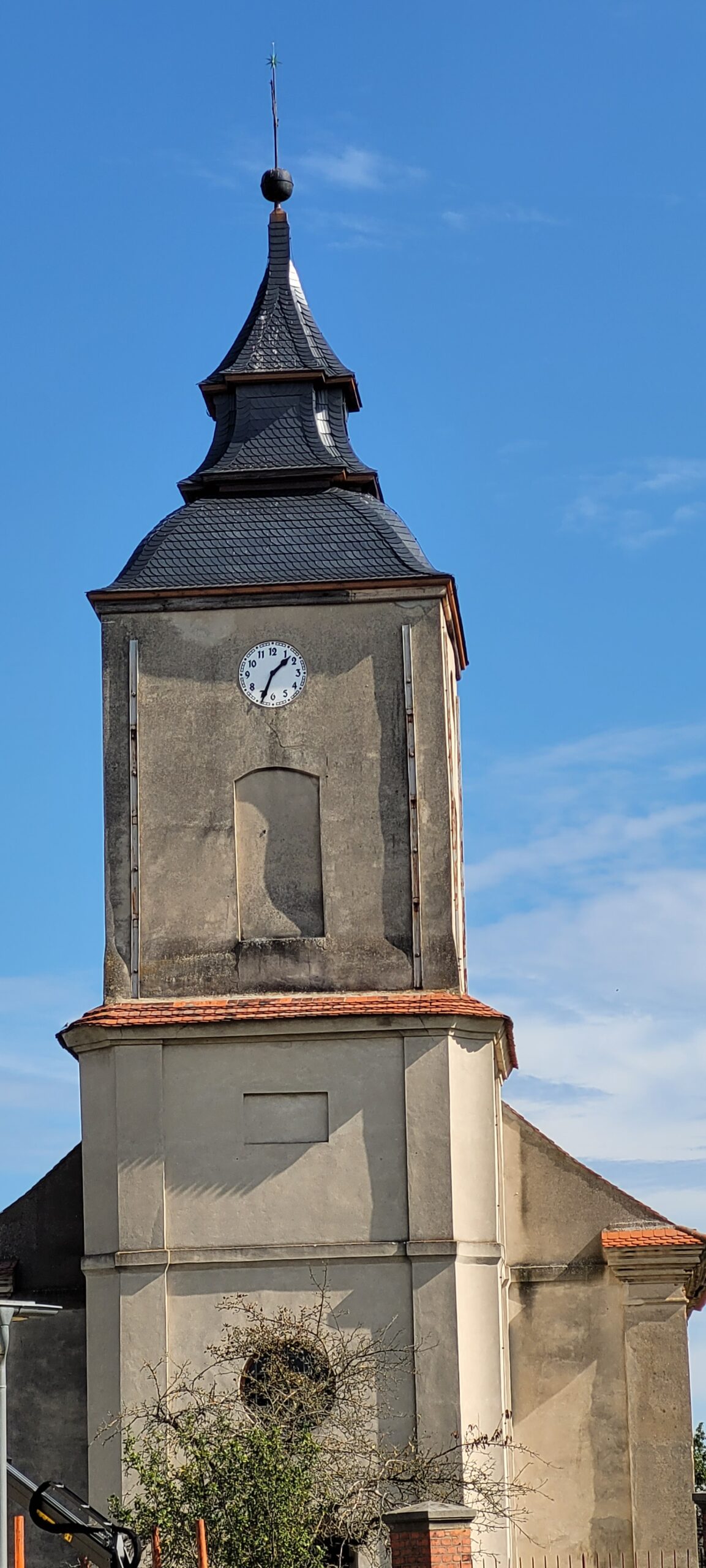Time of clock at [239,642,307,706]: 1:33
